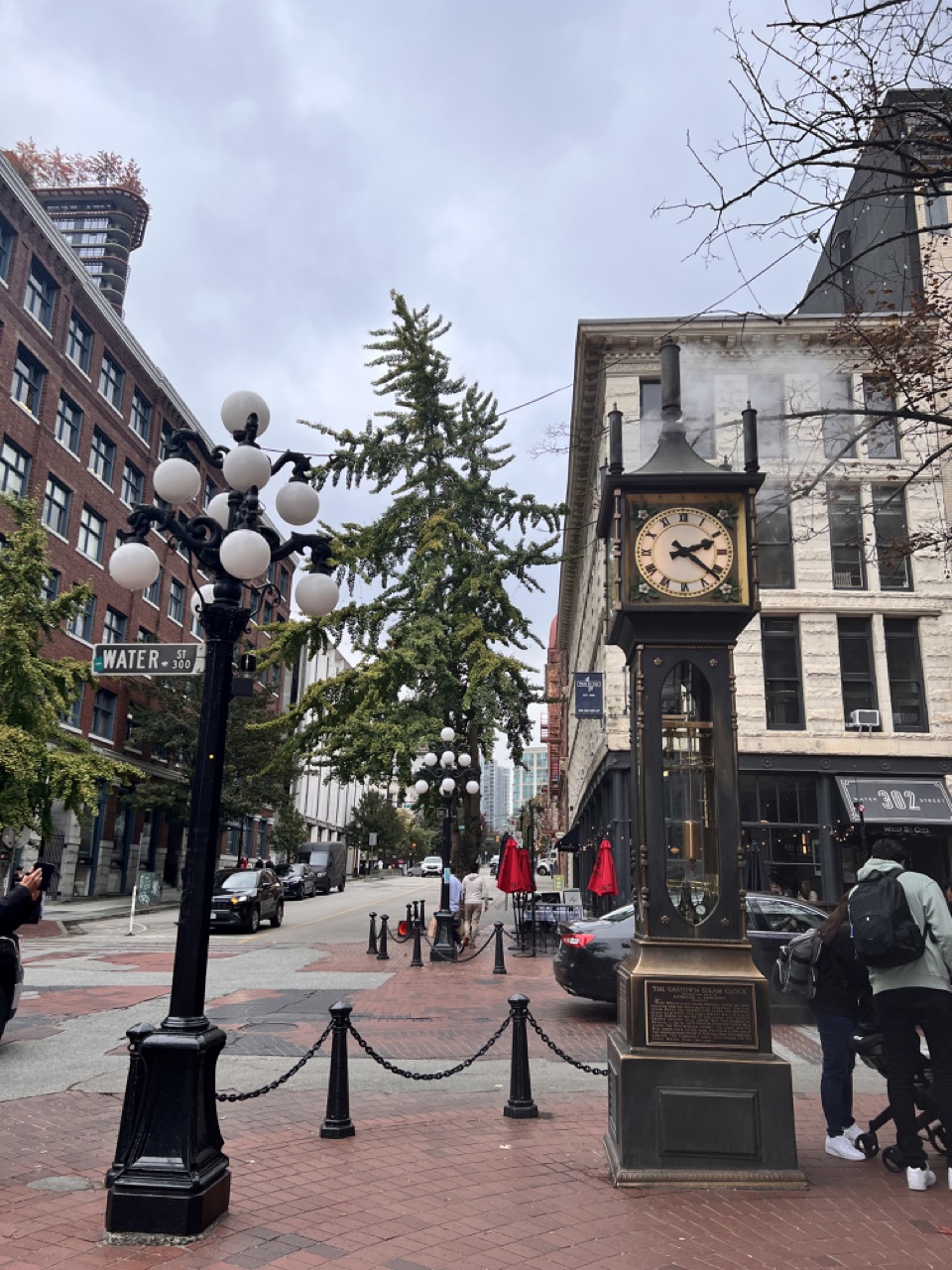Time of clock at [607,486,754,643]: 2:21
